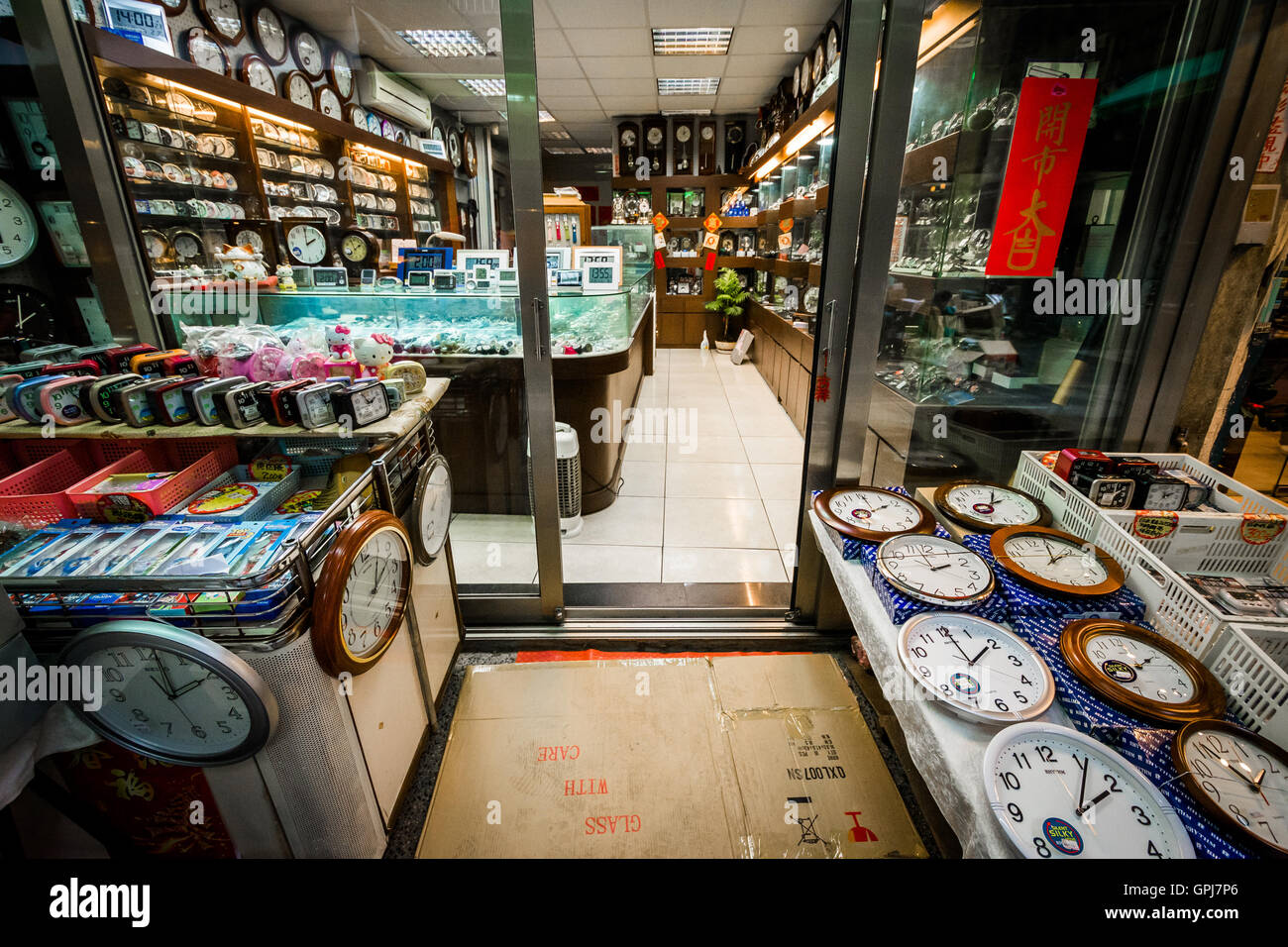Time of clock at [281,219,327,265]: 2:00
